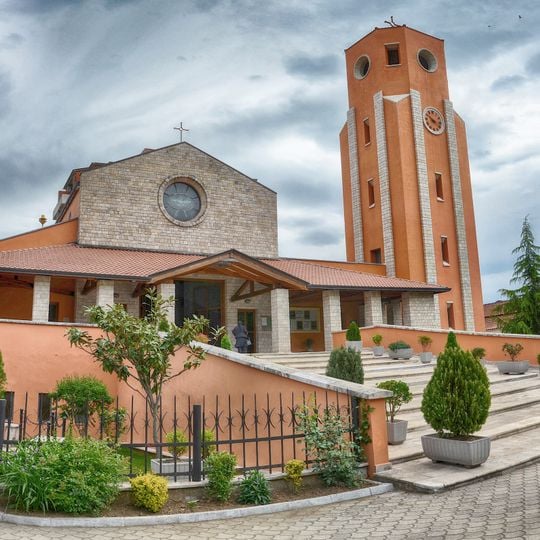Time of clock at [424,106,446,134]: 3:50
